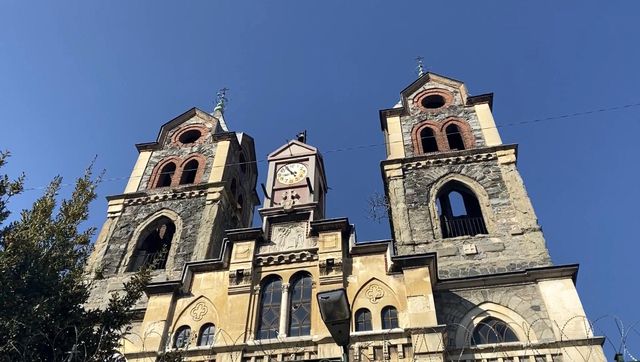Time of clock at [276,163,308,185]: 8:54
